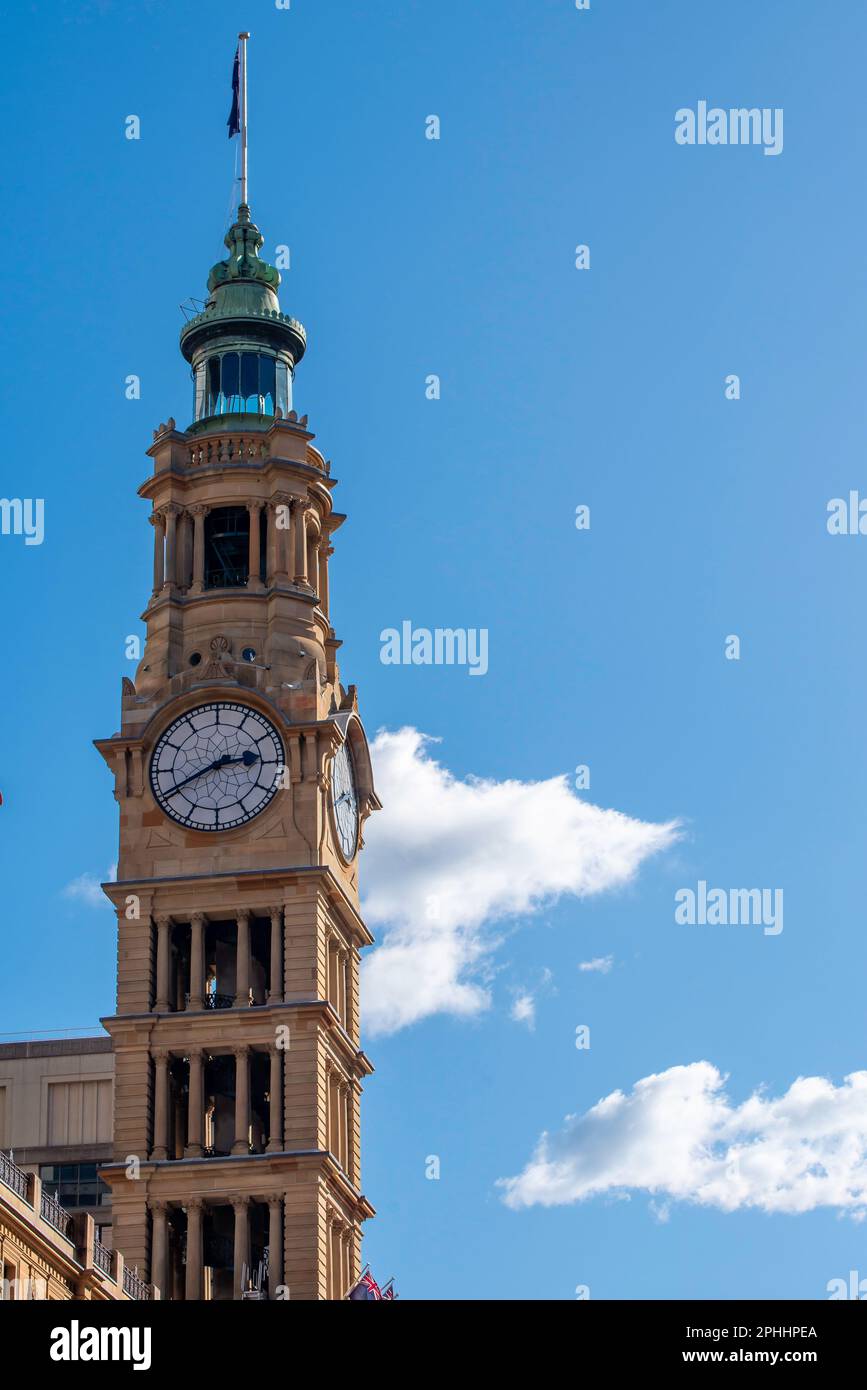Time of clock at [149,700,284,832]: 2:40
